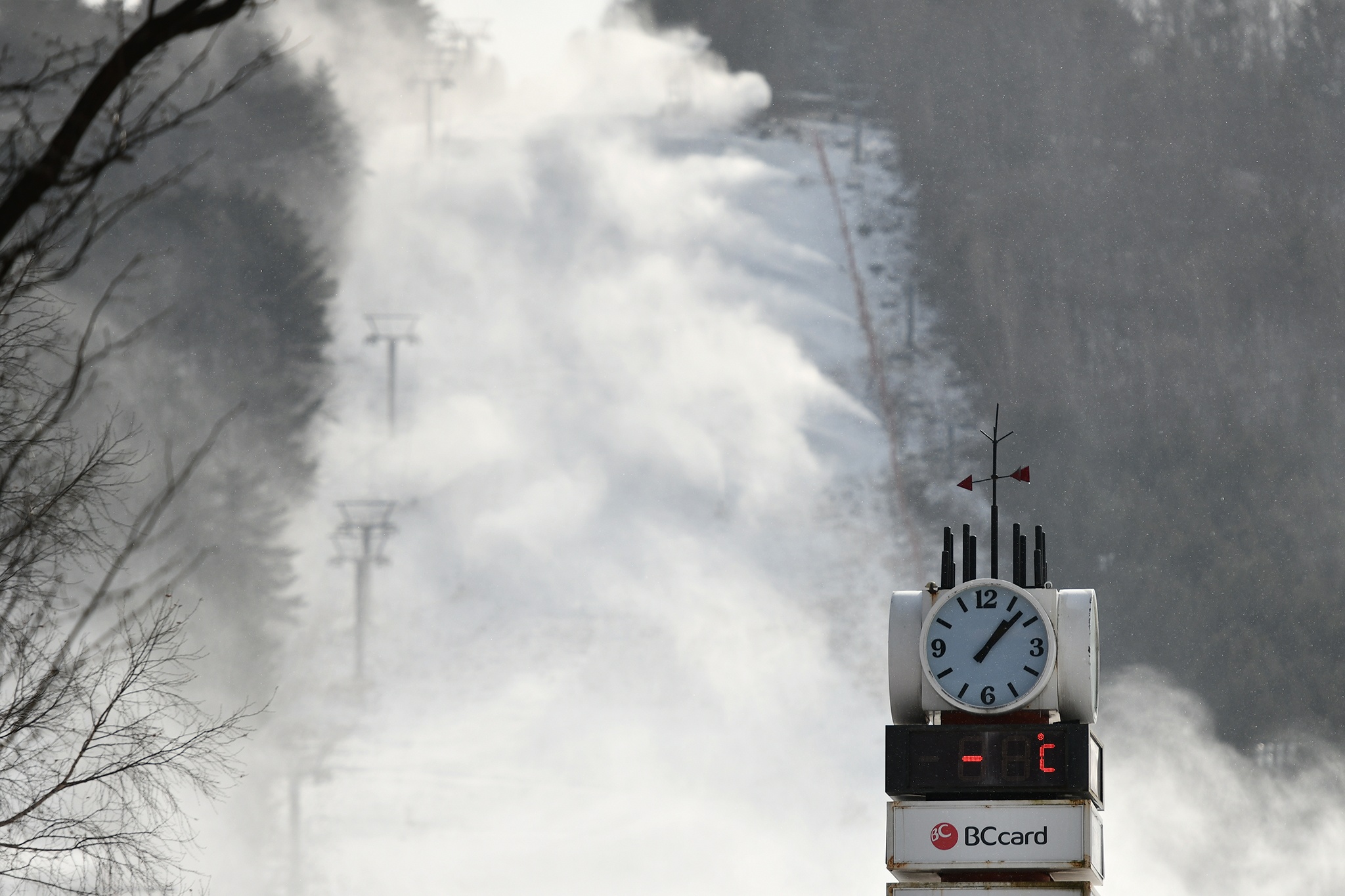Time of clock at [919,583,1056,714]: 1:07
